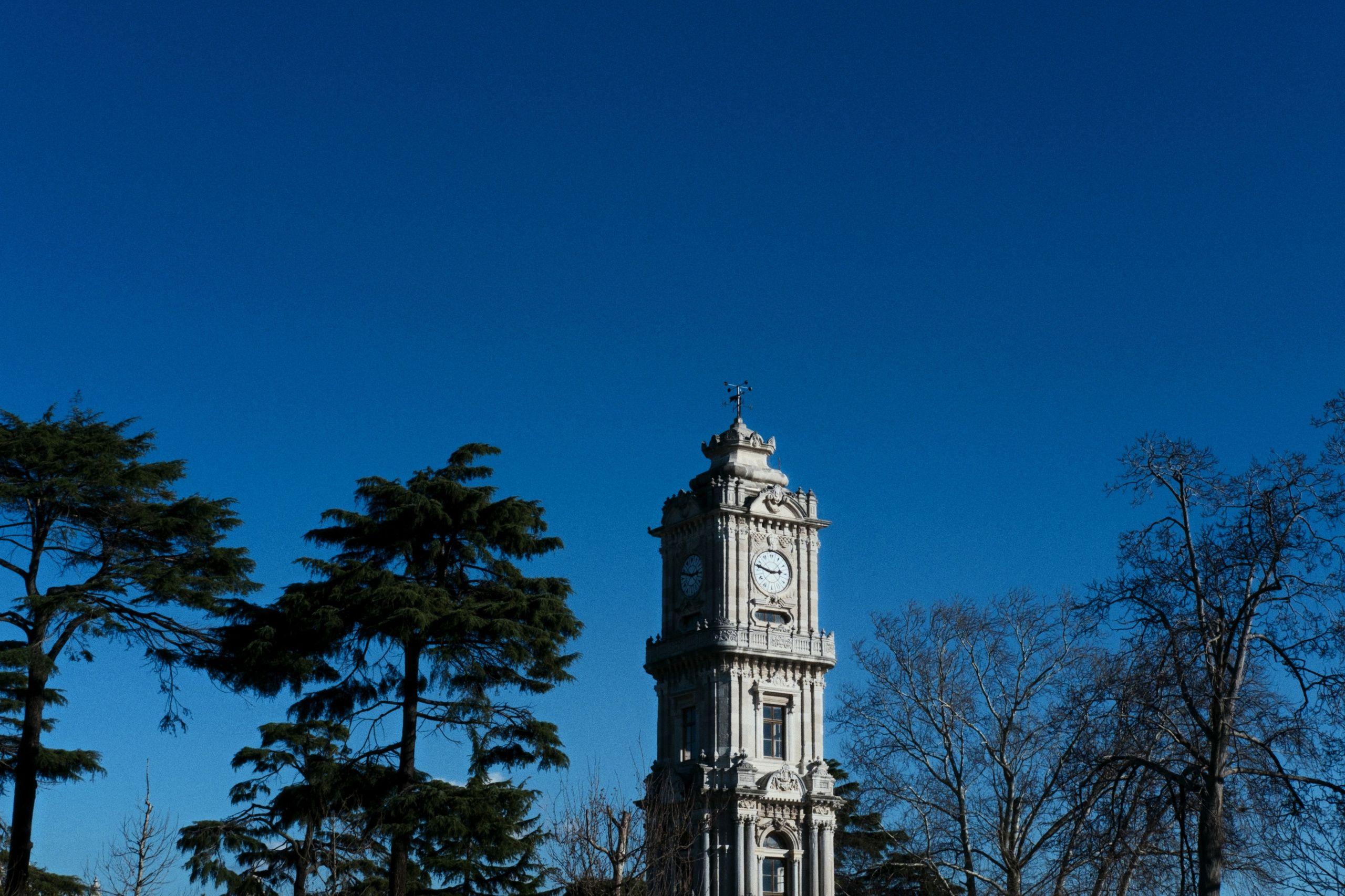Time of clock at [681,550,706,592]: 2:48
